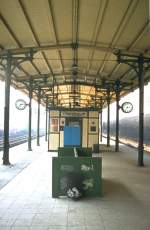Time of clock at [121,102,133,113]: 7:15
